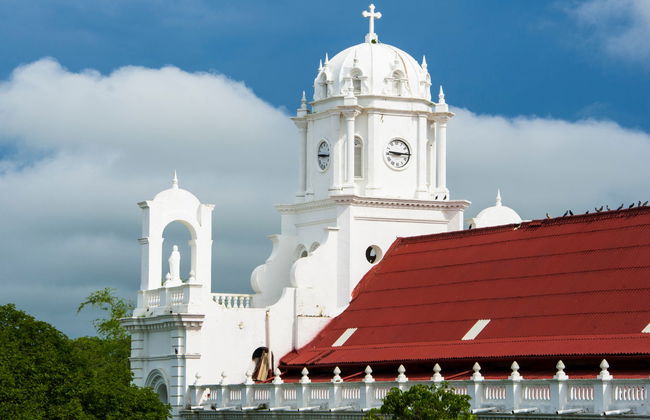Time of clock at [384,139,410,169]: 9:15
